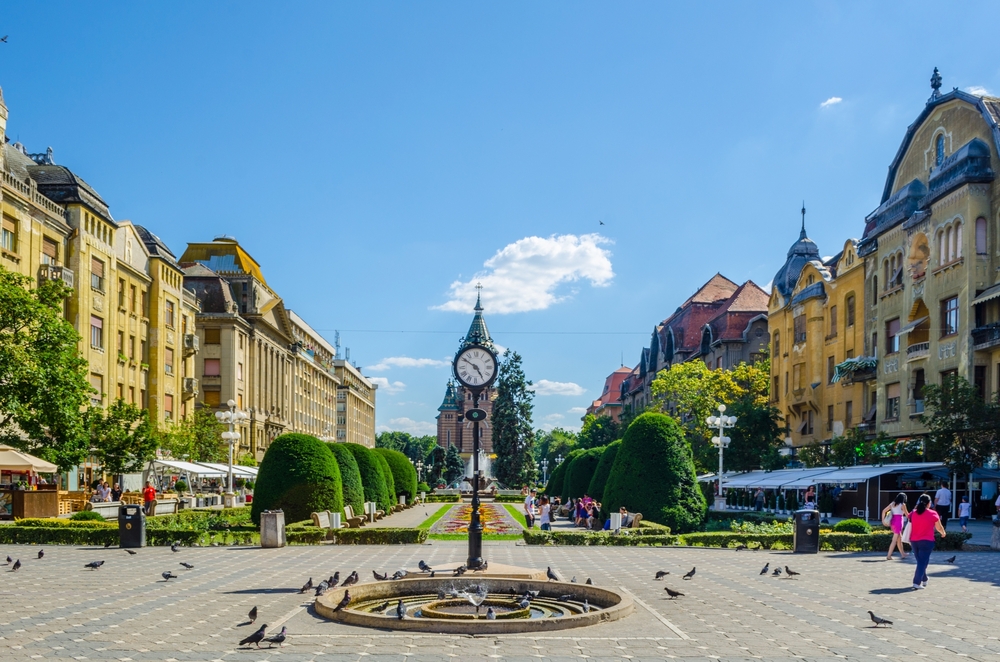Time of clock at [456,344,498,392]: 4:50
